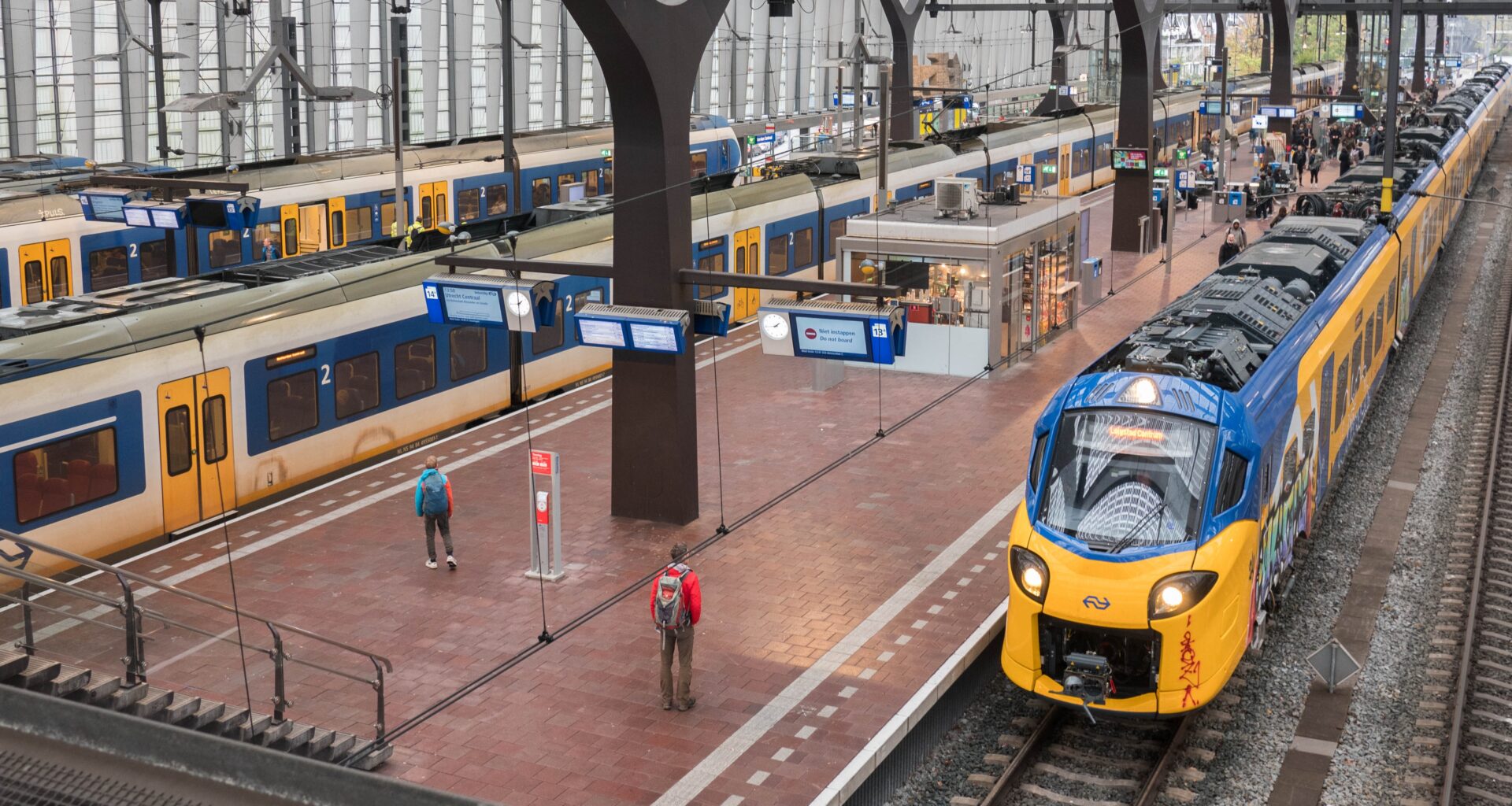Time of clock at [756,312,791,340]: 1:43
